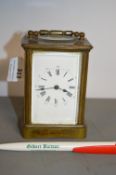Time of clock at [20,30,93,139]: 3:43
